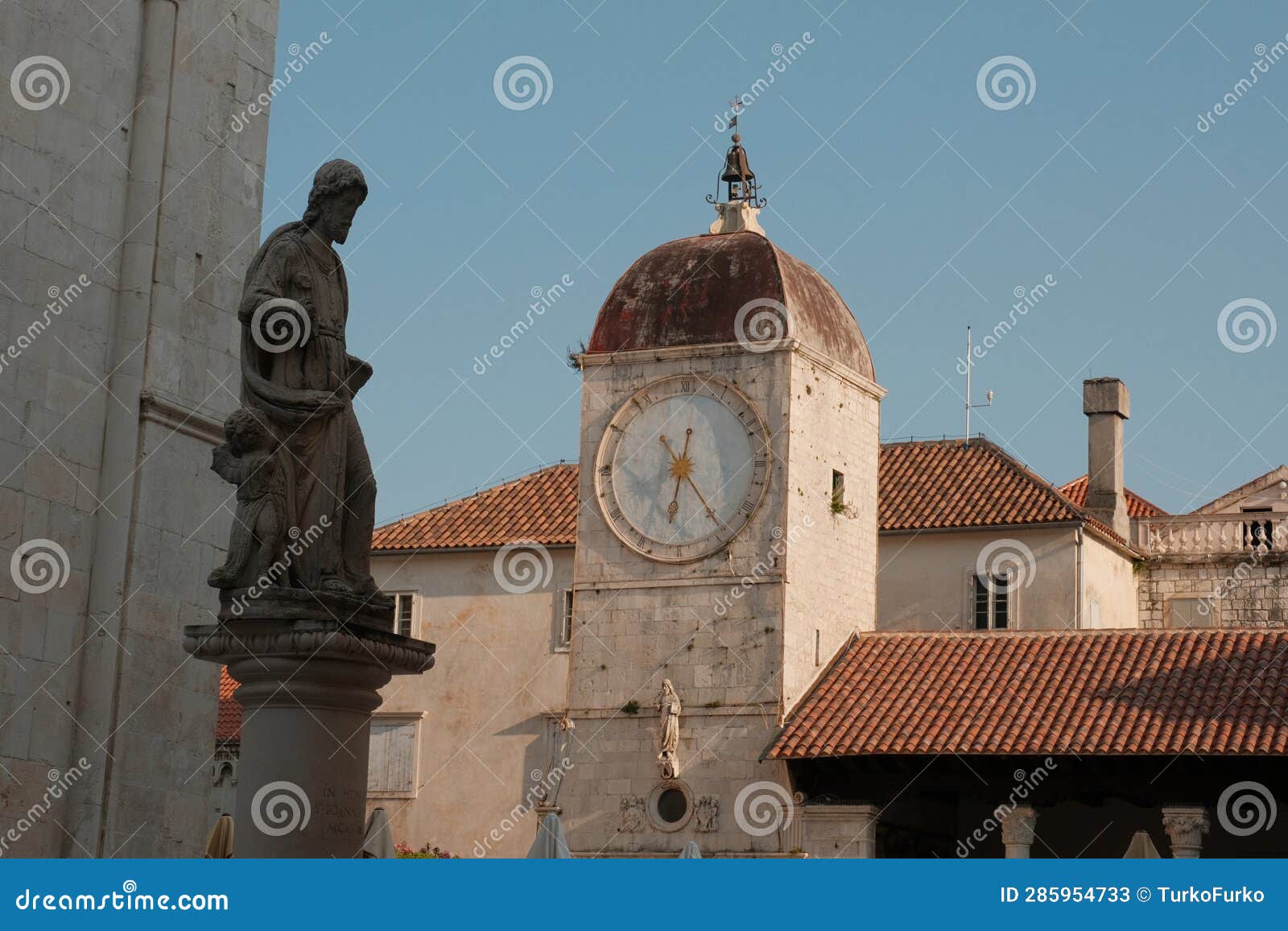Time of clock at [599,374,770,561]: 12:32
